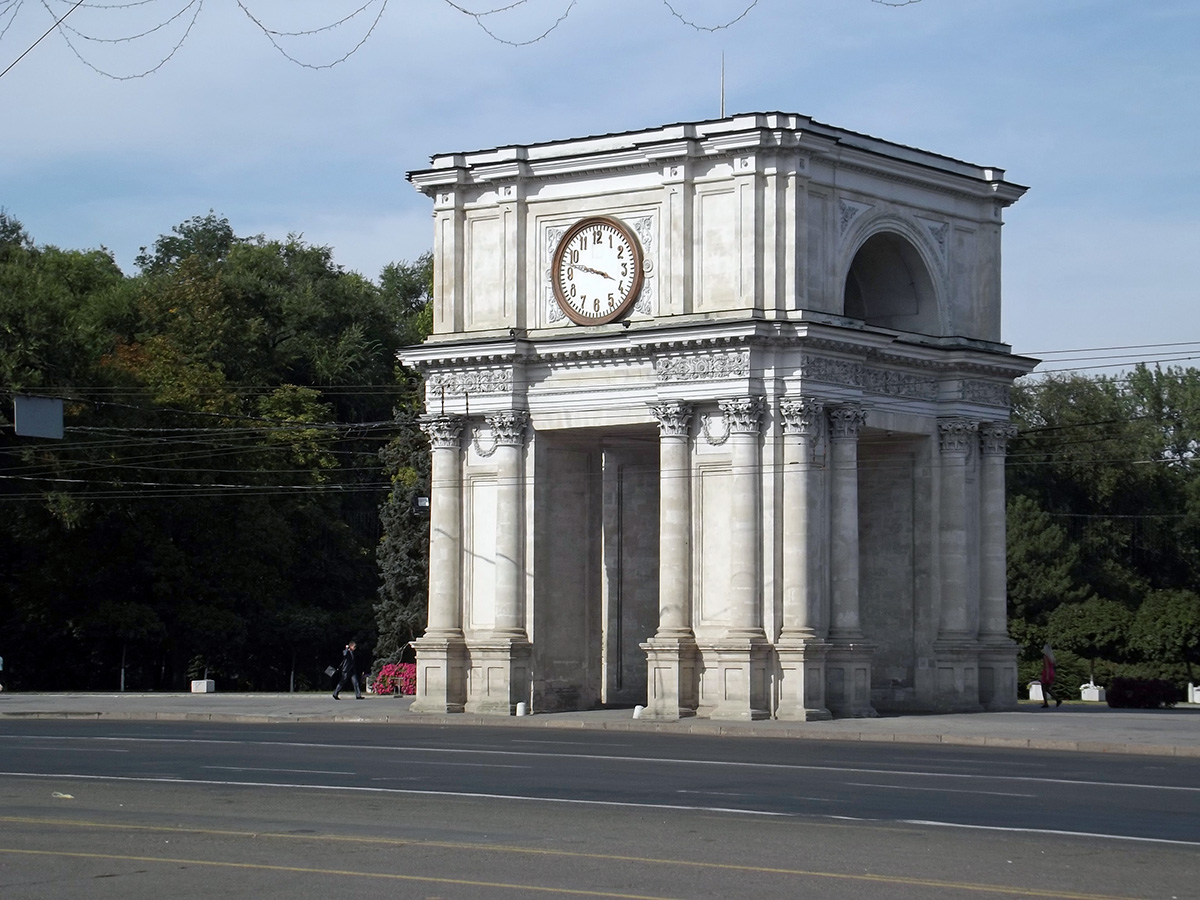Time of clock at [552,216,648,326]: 3:47
